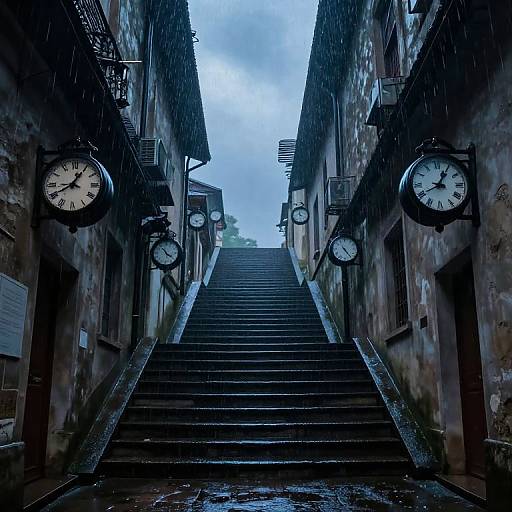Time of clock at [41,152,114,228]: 12:40
